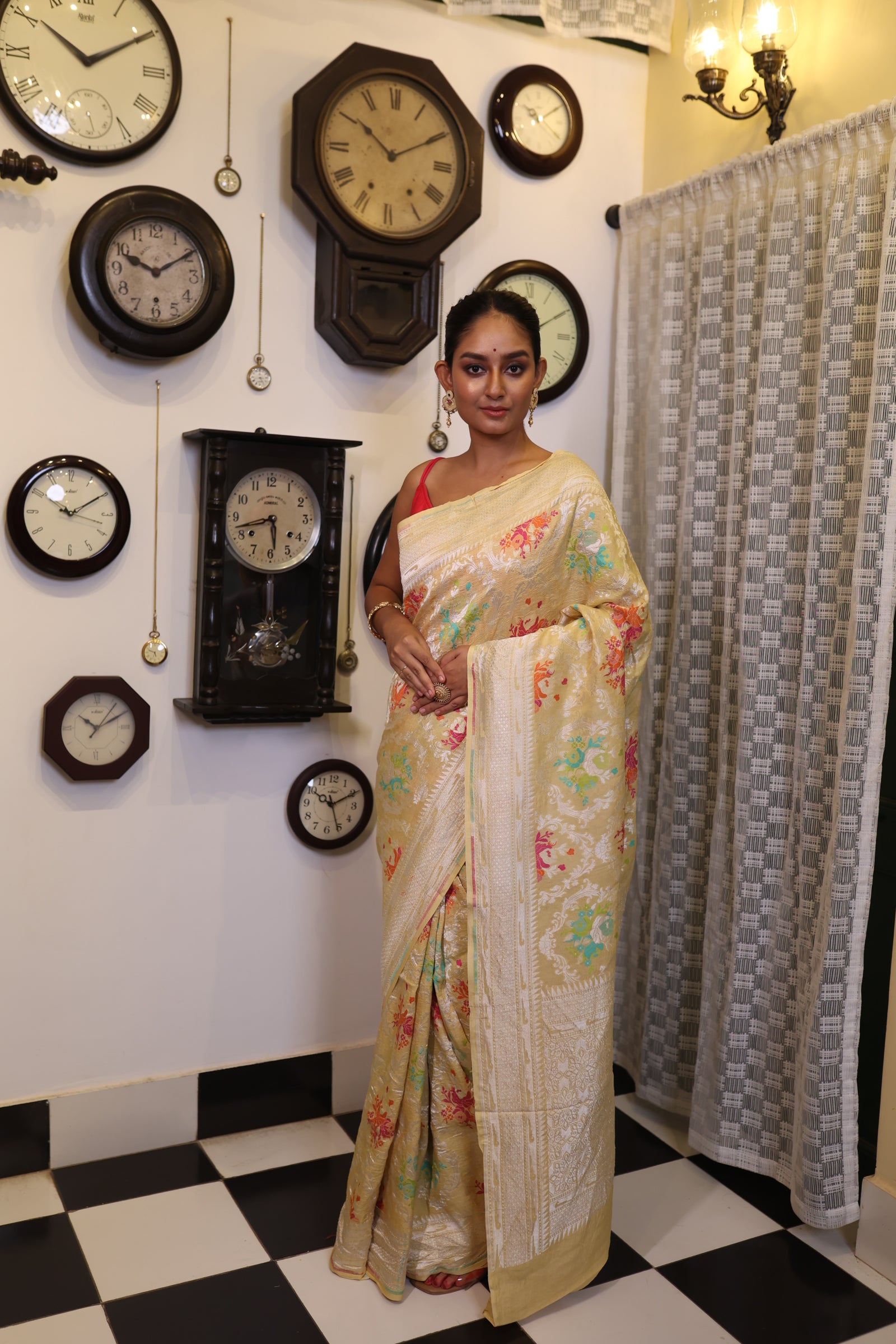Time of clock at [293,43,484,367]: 10:10
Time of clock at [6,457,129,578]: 10:09
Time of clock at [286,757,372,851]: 10:10
